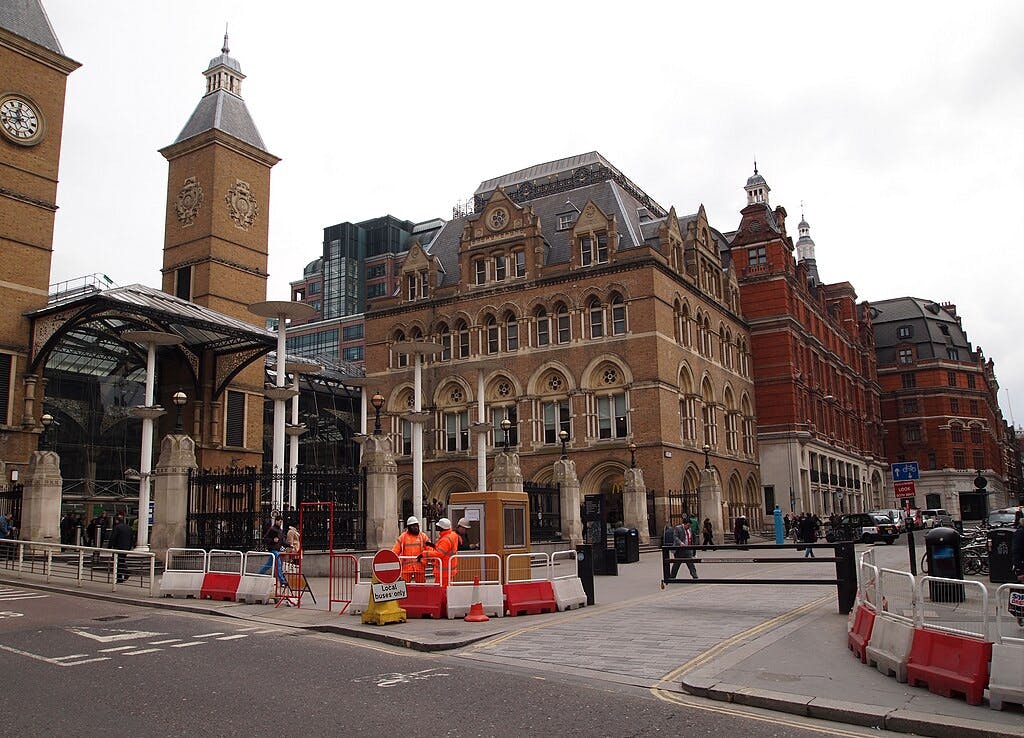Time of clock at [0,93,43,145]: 11:42
